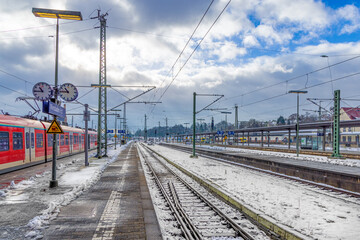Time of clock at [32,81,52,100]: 10:44
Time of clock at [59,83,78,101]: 10:45
